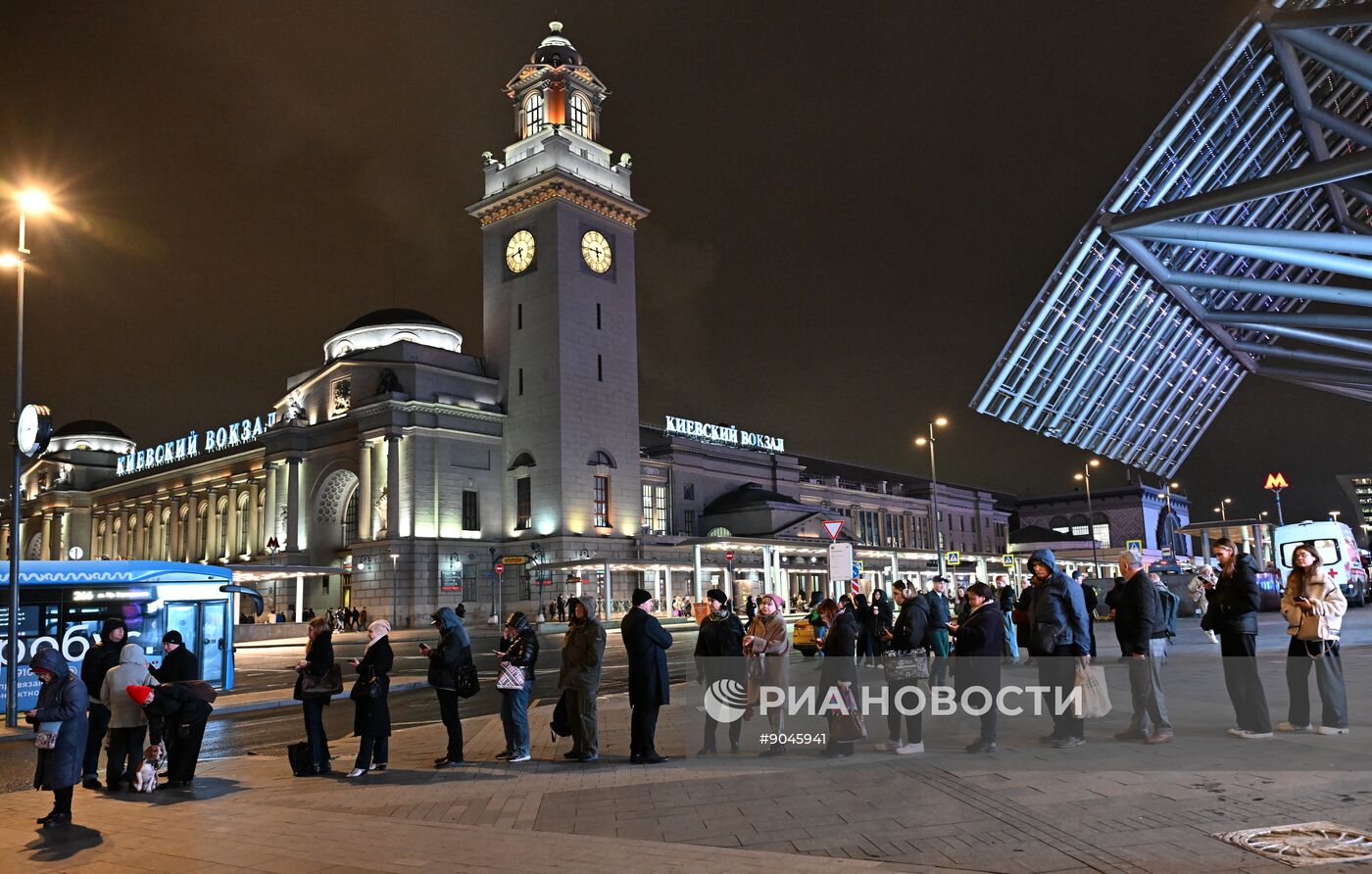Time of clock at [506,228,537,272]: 5:42
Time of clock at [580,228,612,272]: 5:45
